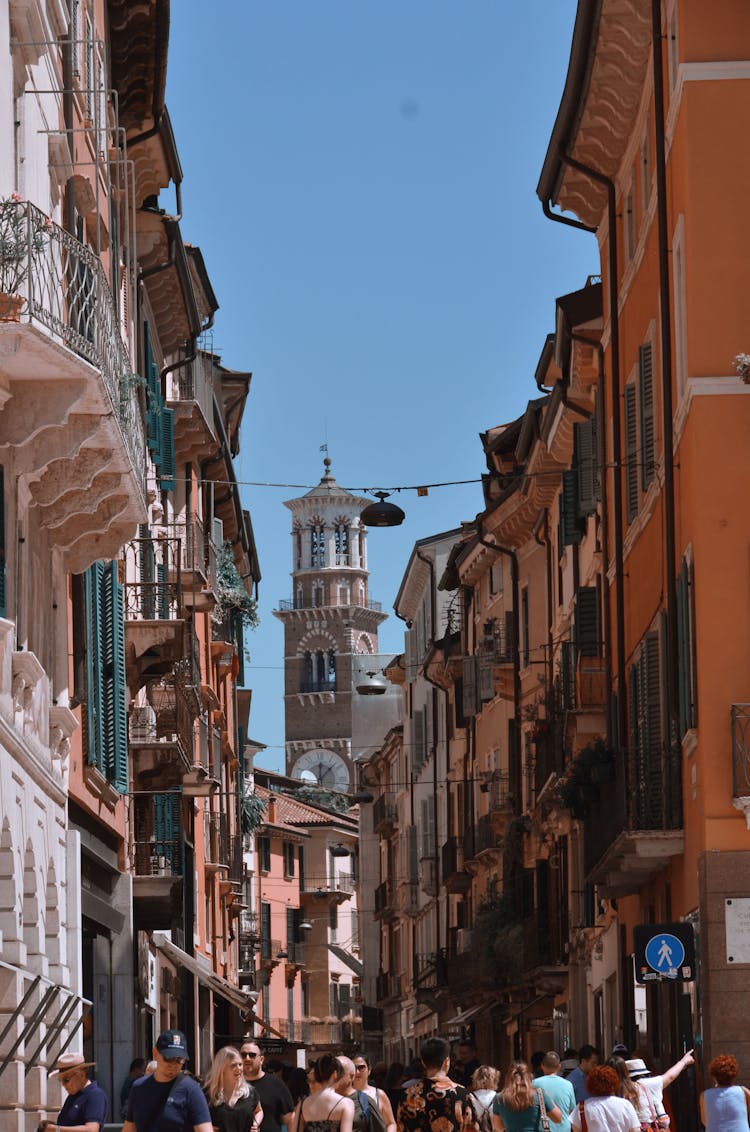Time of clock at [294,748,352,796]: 12:07
